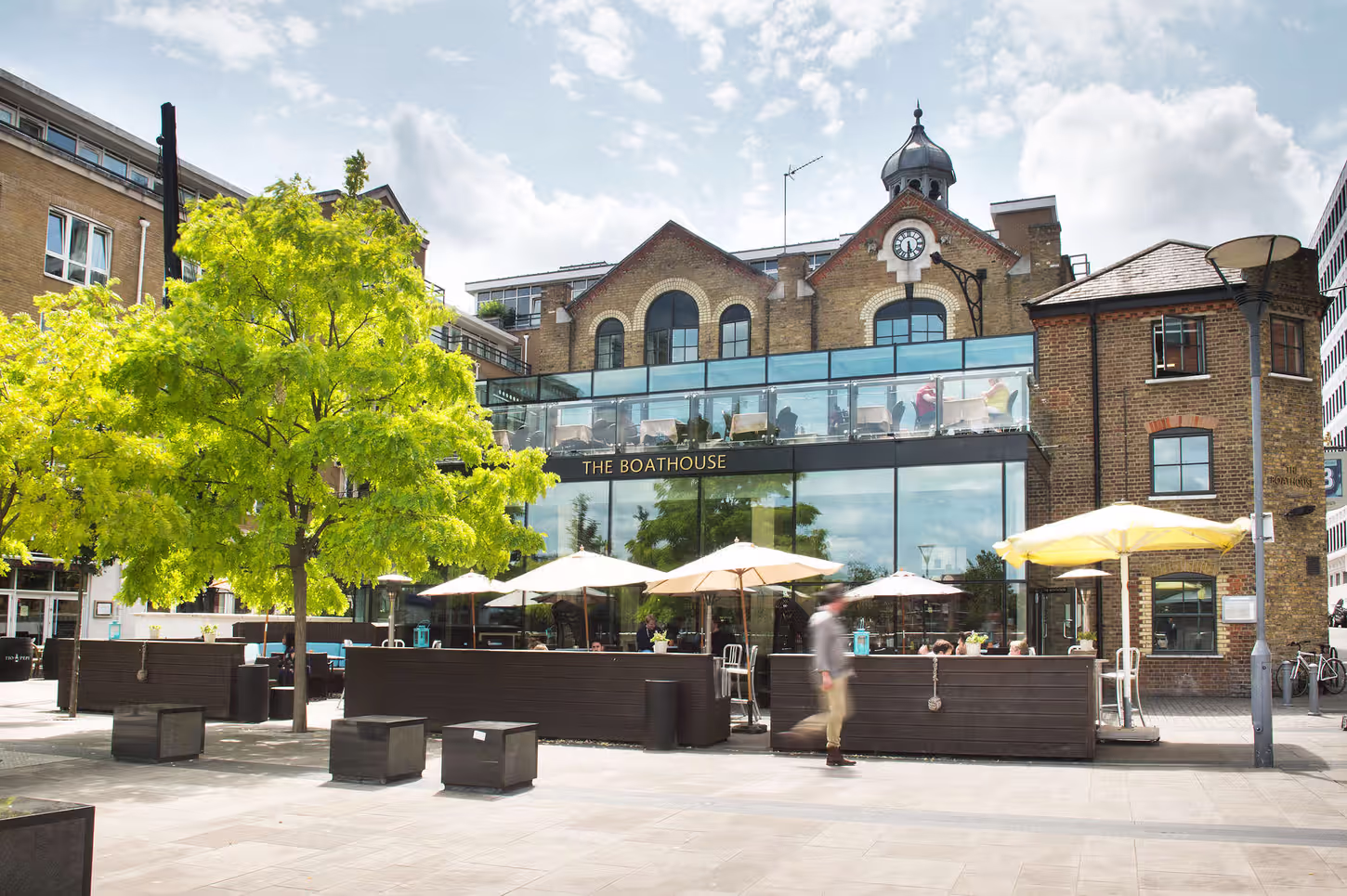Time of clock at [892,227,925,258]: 5:30
